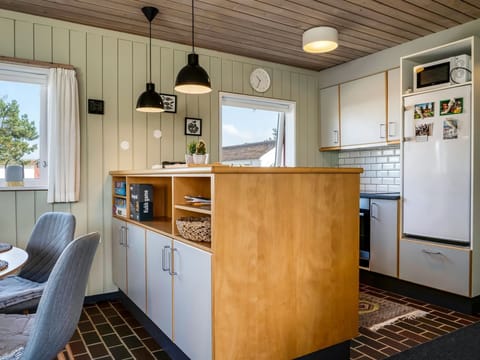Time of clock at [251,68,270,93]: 10:34
